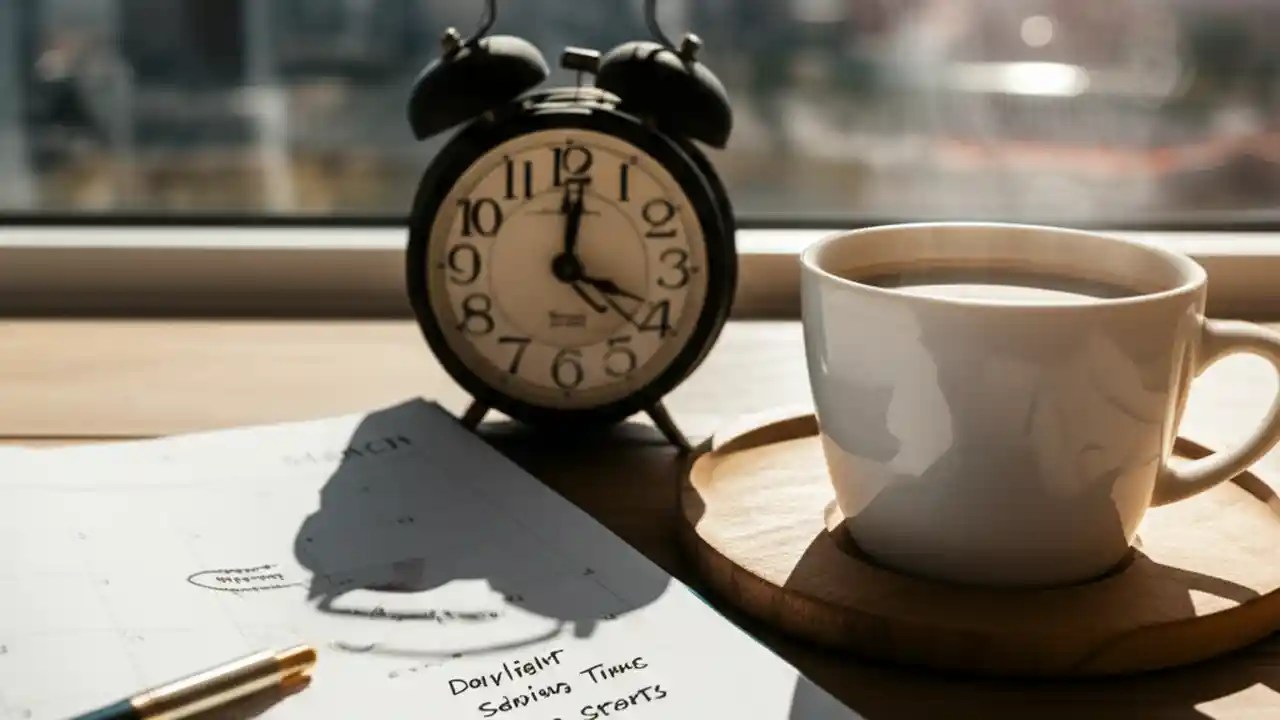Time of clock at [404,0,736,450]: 4:01
